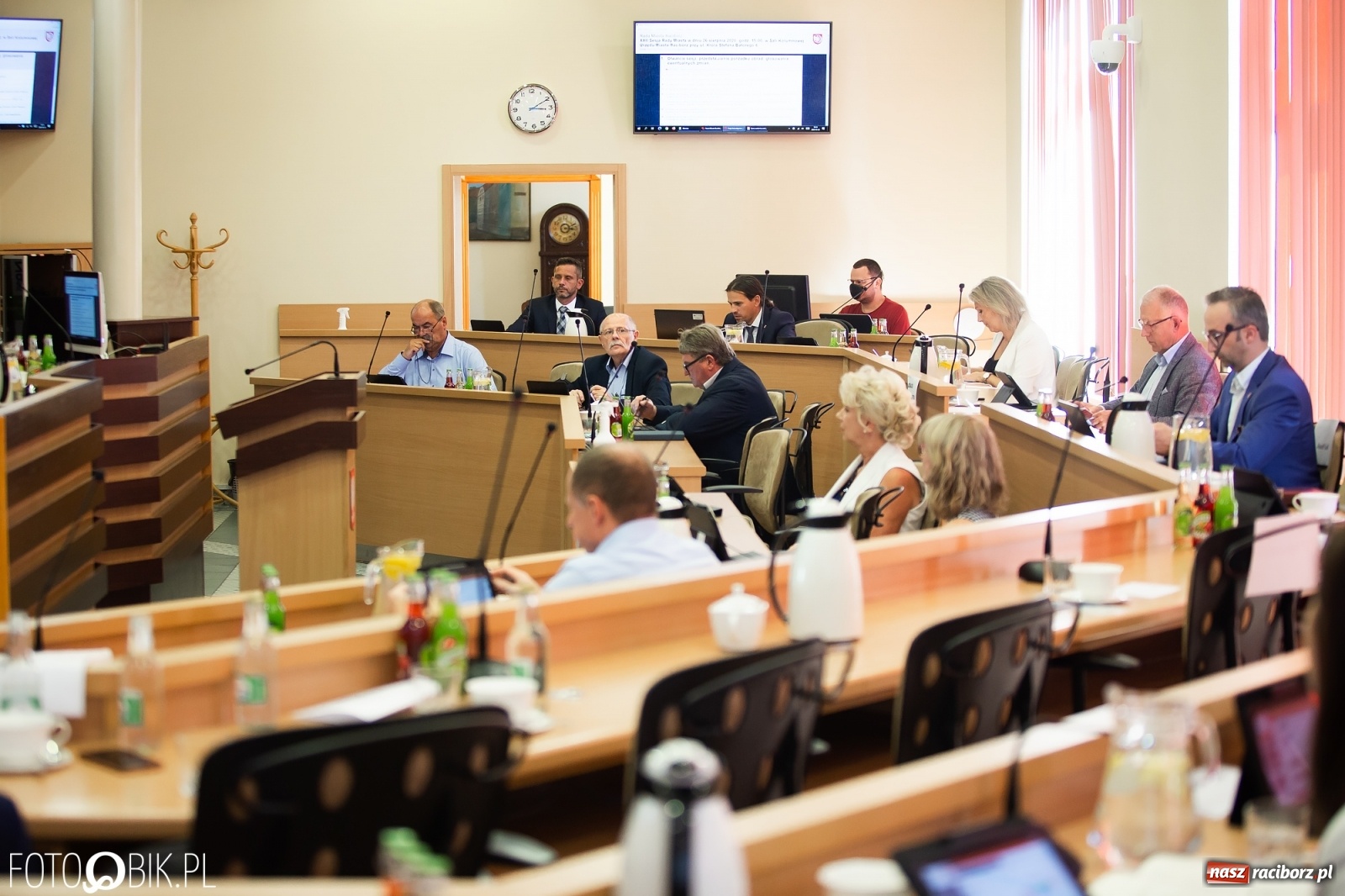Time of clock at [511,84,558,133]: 3:10
